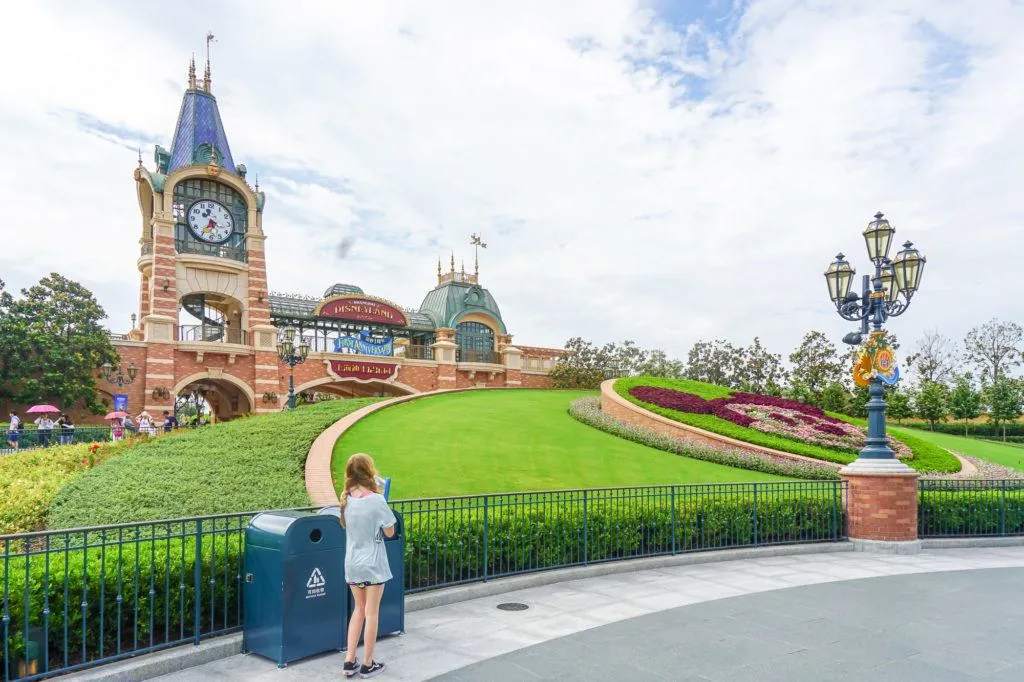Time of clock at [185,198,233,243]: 5:35
